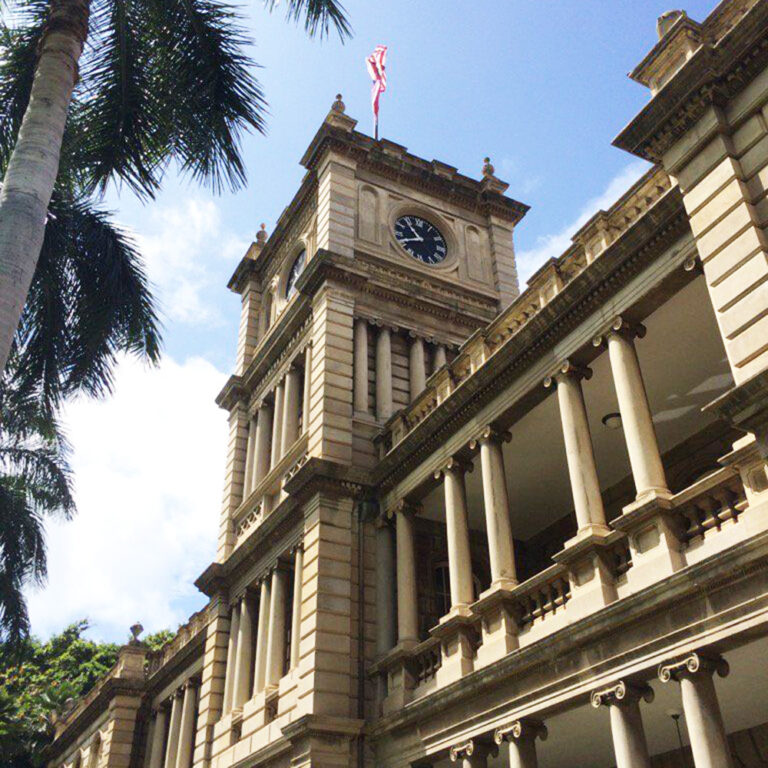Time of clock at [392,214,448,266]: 10:41
